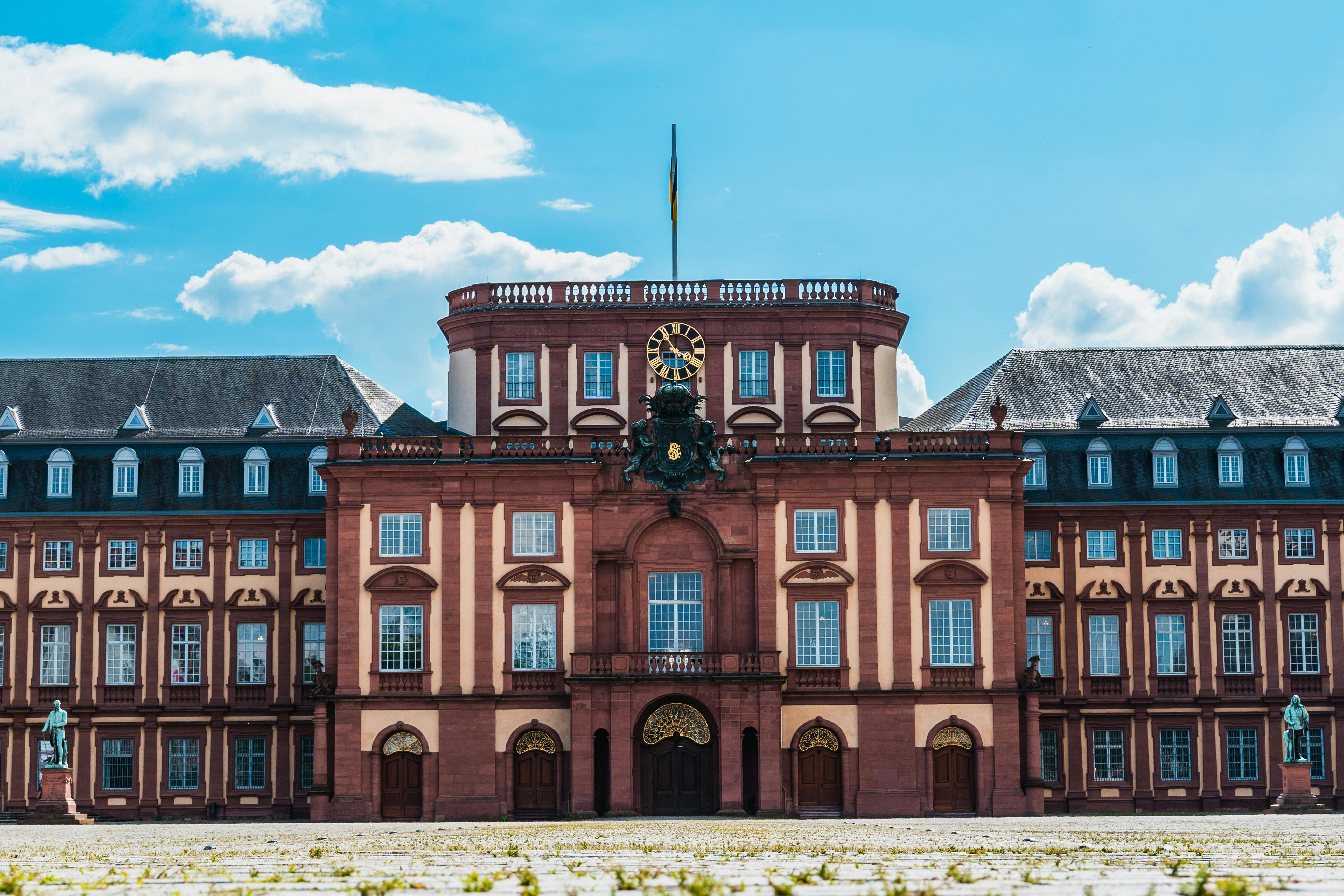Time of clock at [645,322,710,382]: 3:54
